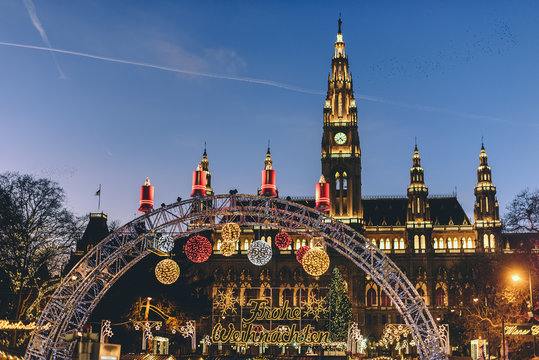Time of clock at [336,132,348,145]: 4:38
